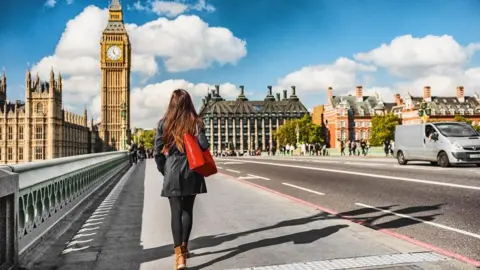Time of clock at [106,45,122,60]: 11:22
